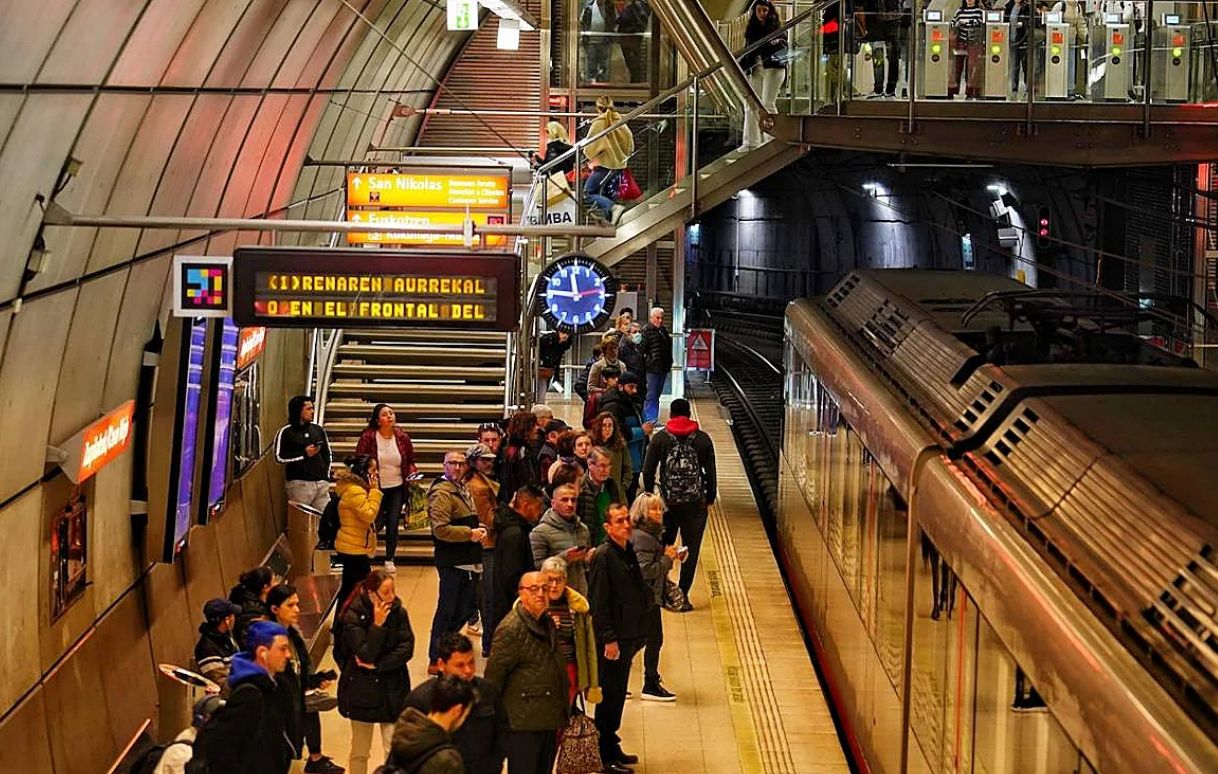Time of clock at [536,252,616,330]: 11:46
